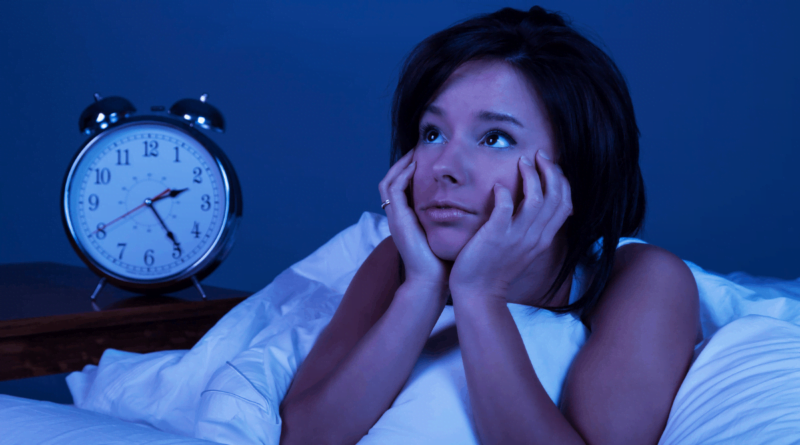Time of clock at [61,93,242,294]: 2:24
